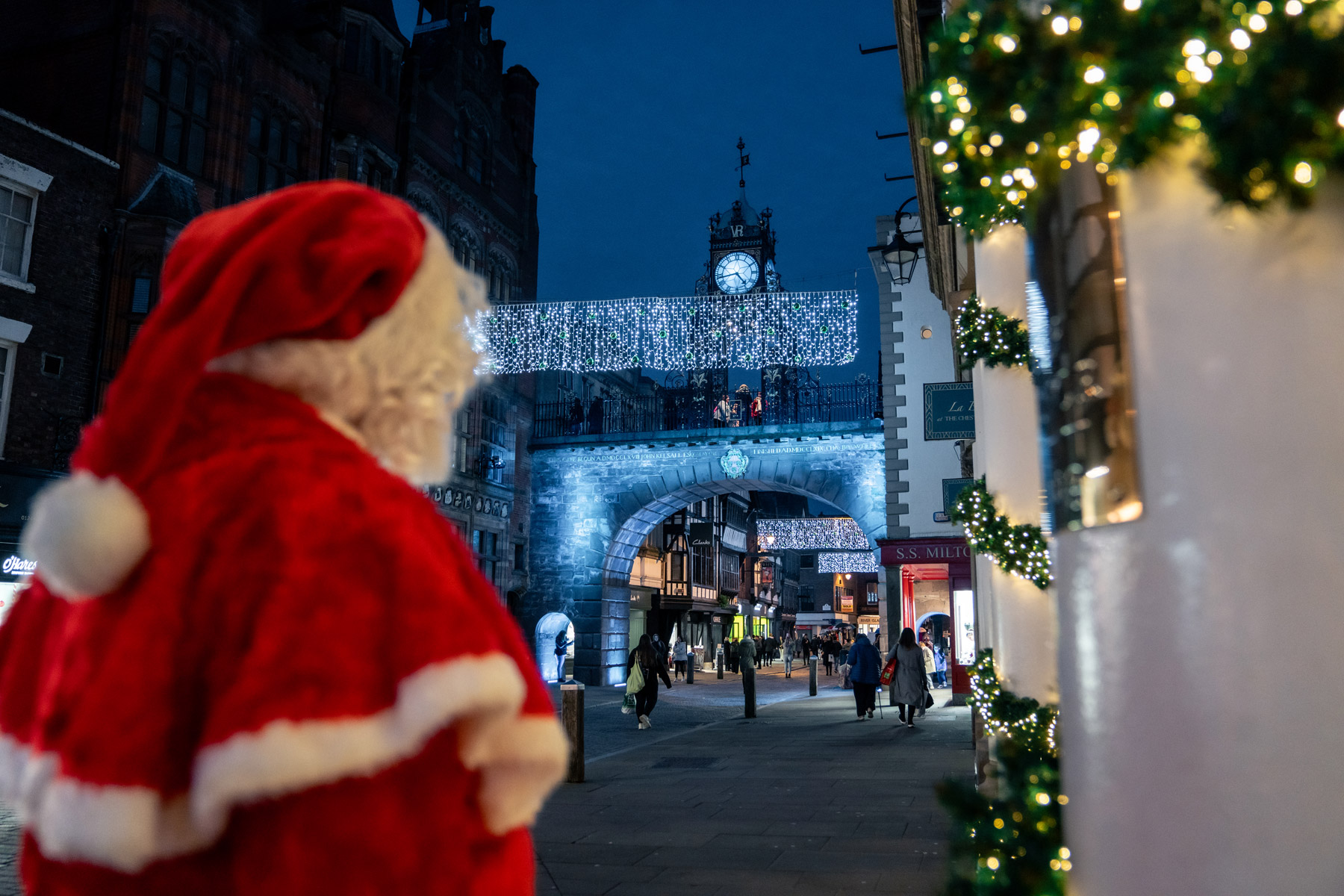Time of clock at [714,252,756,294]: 4:43
